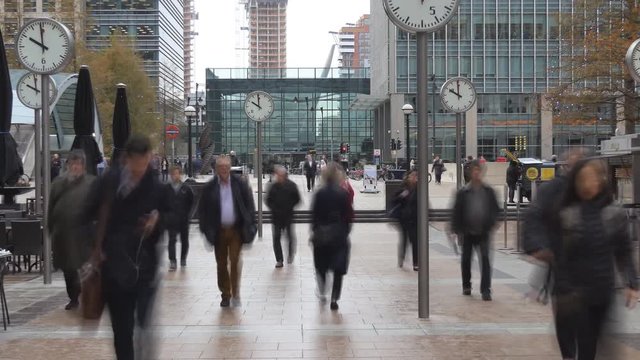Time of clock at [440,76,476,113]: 9:59
